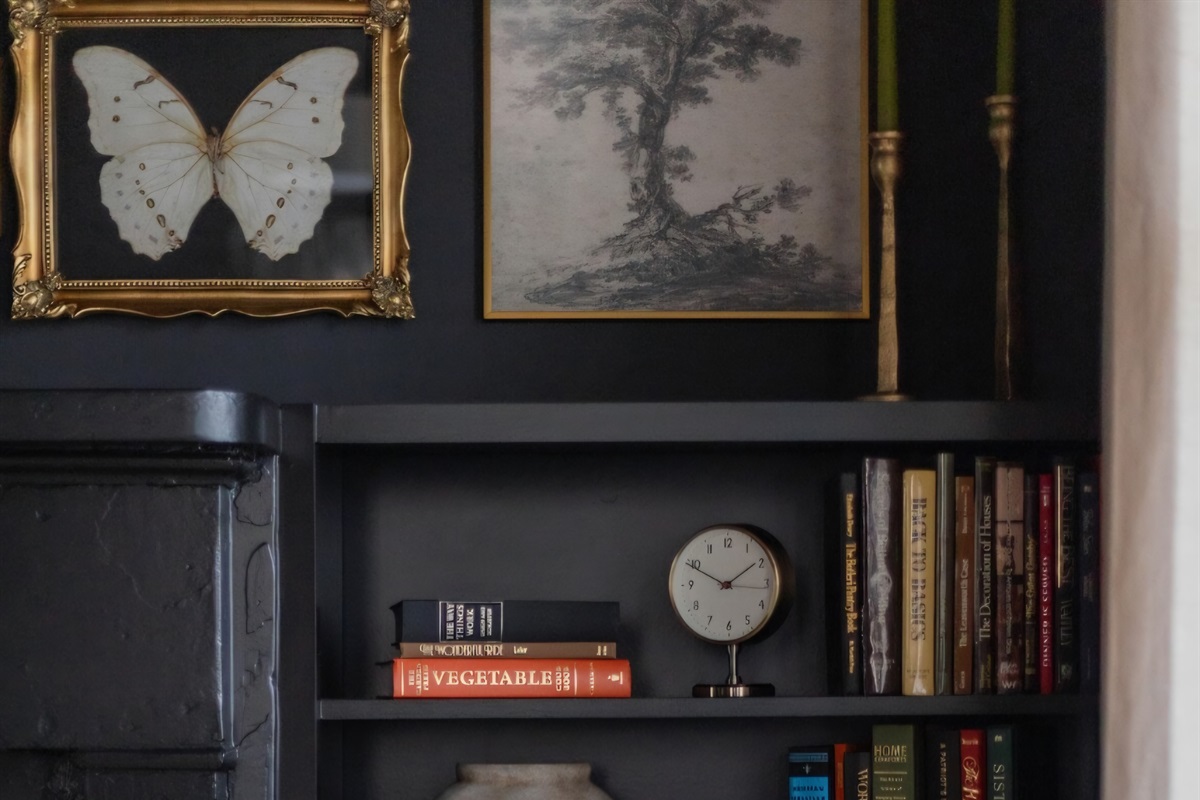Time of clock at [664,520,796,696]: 1:49
